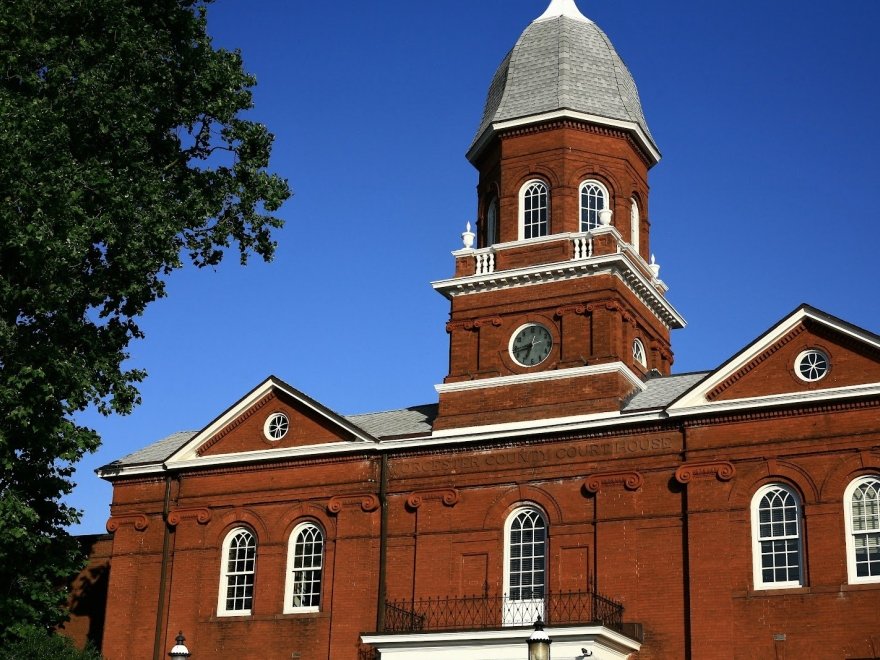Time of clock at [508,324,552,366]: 6:42
